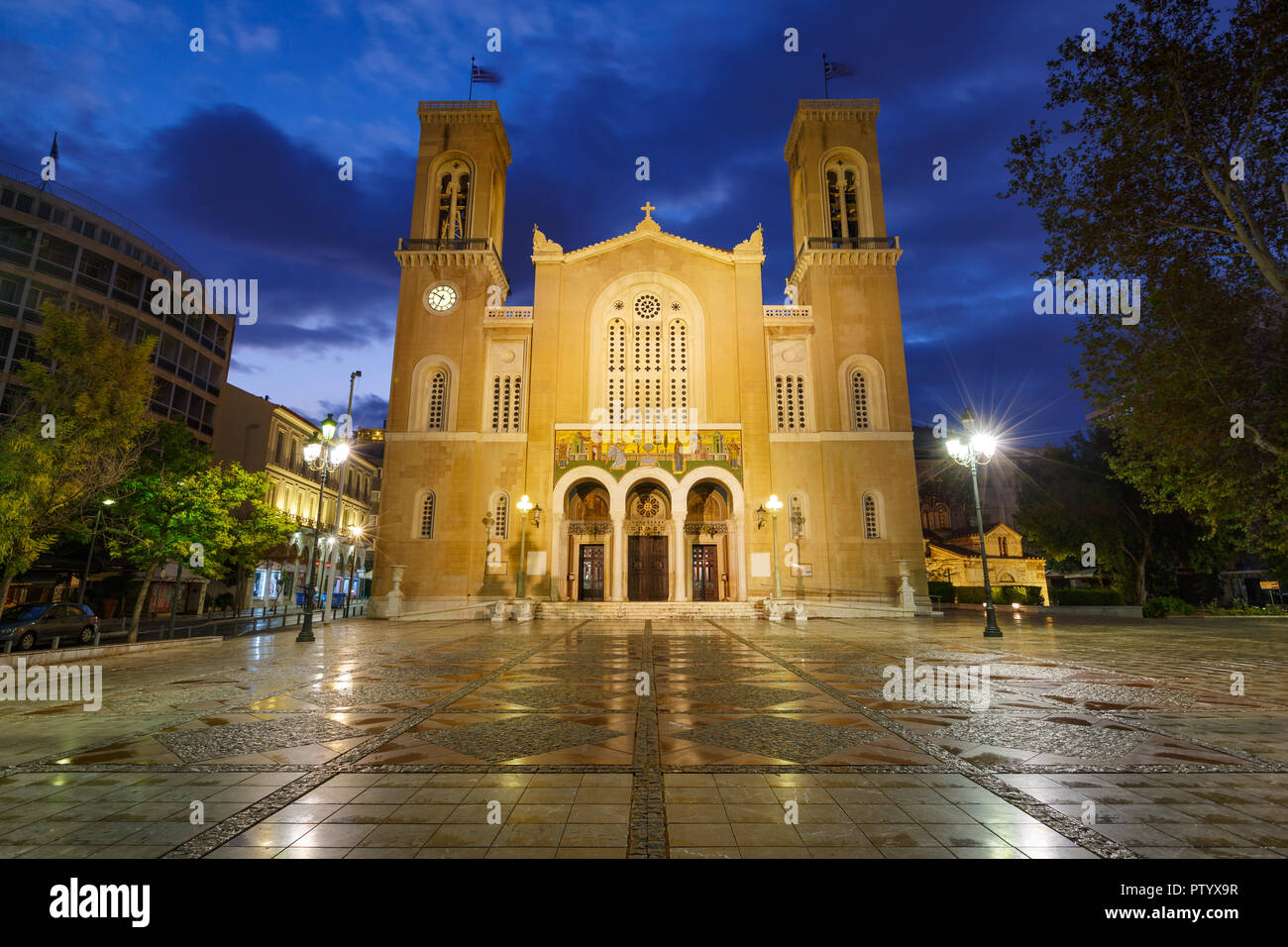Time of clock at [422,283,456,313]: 6:50
